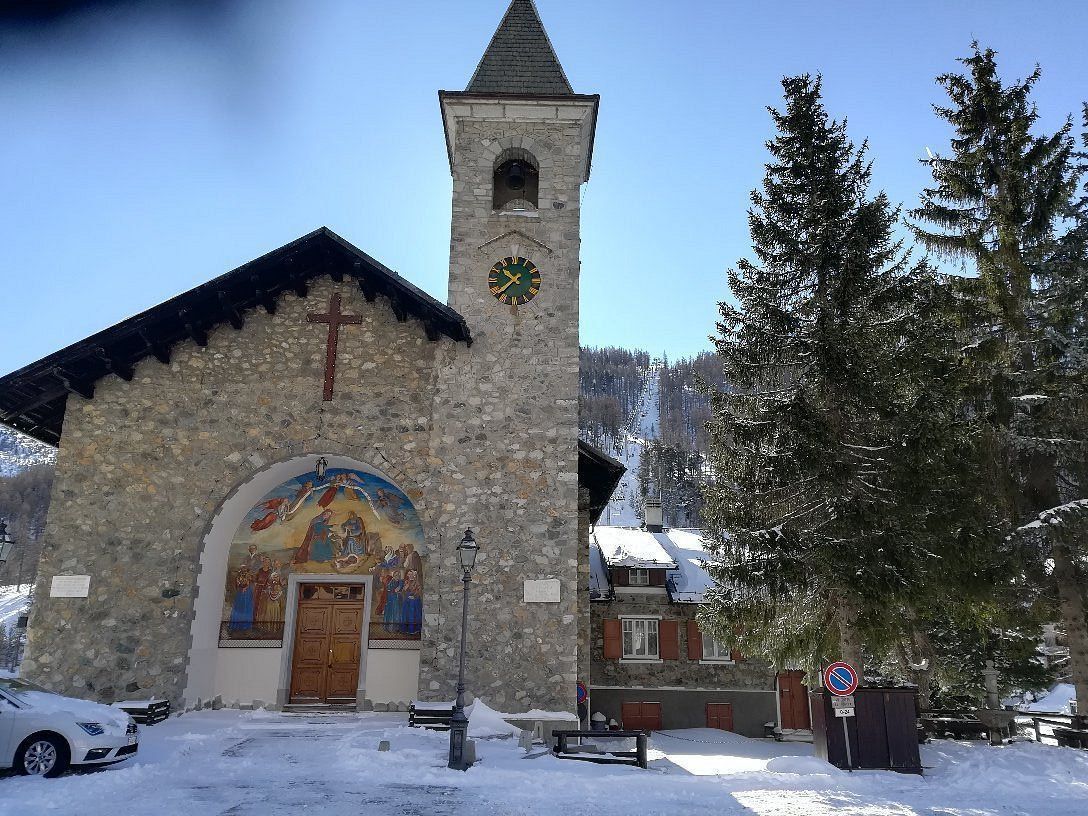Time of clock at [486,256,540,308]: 10:37
